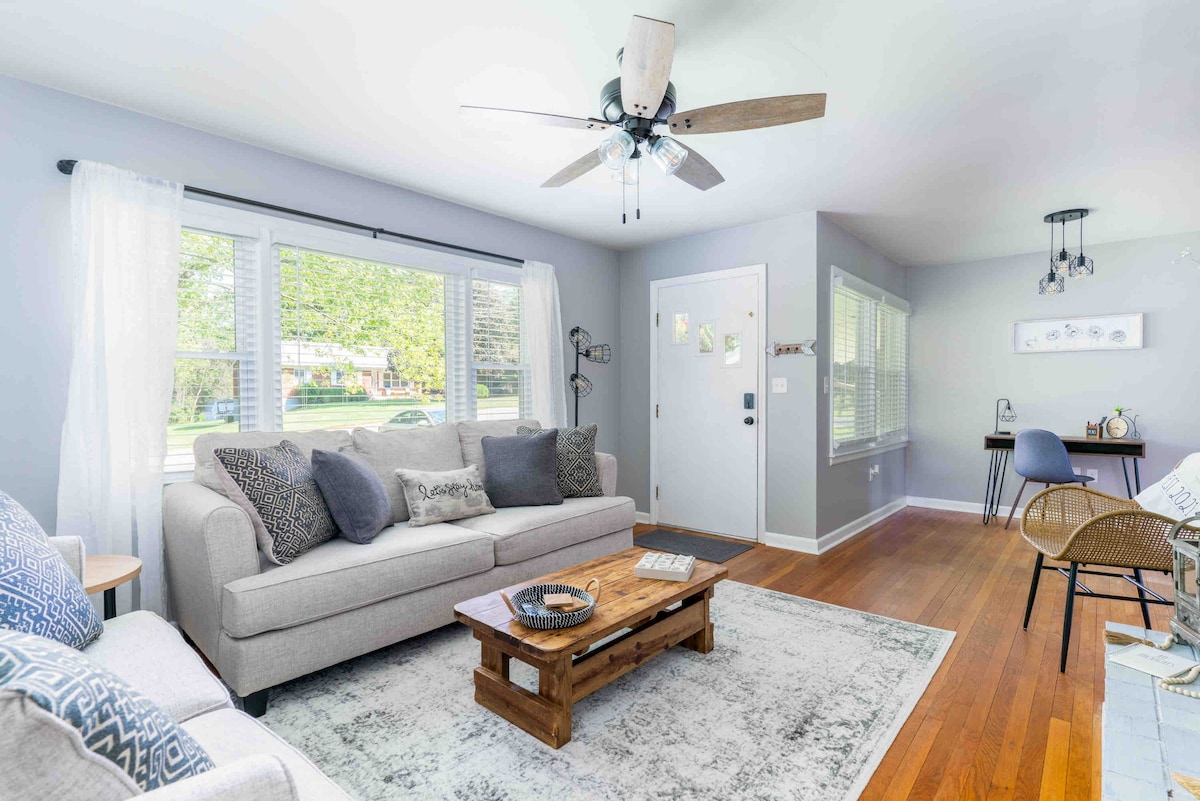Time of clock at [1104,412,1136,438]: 3:42
